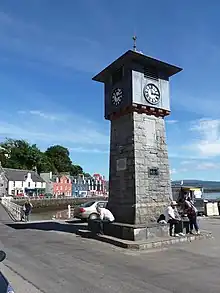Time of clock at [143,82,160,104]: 2:58
